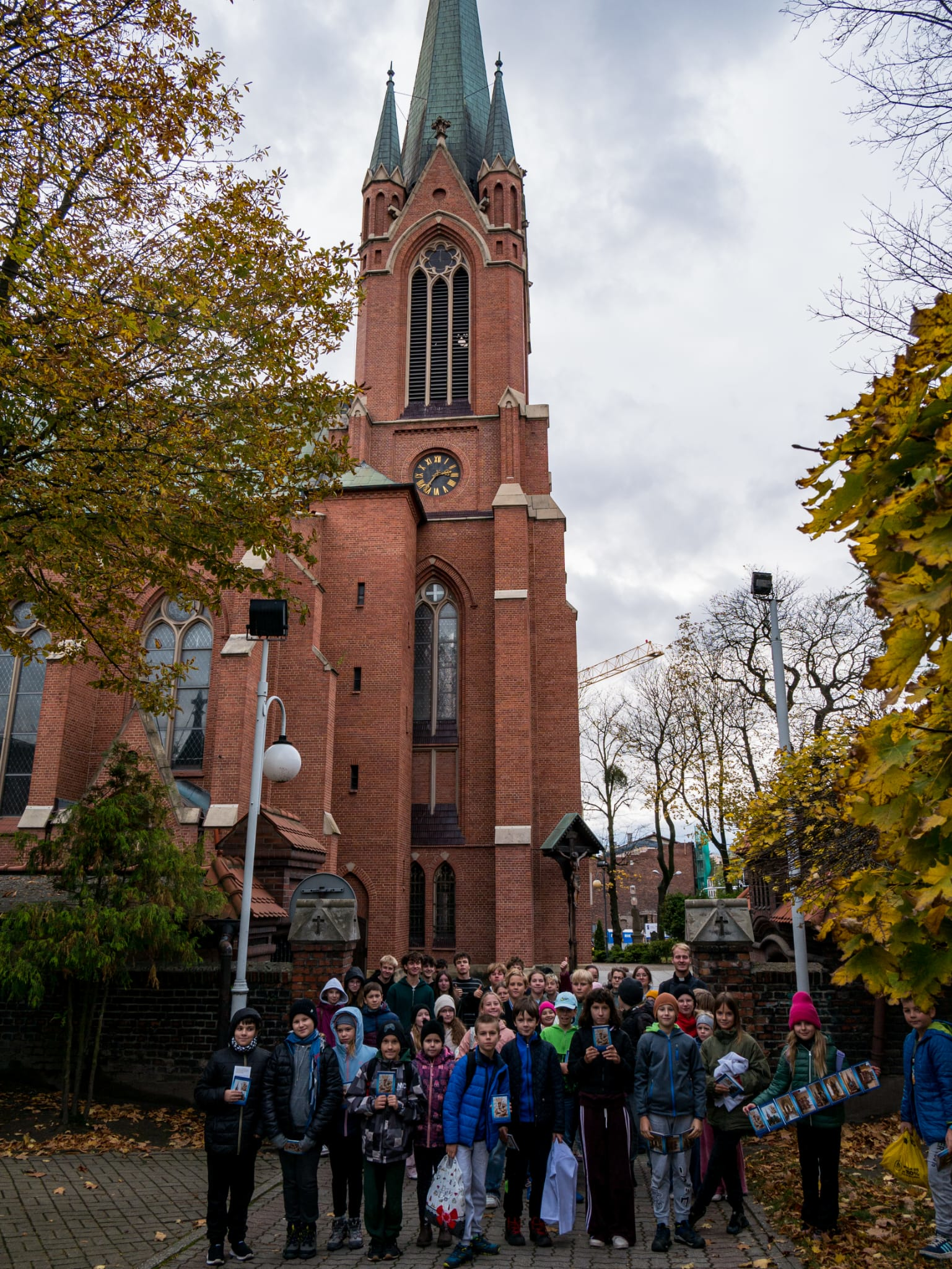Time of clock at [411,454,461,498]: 2:36
